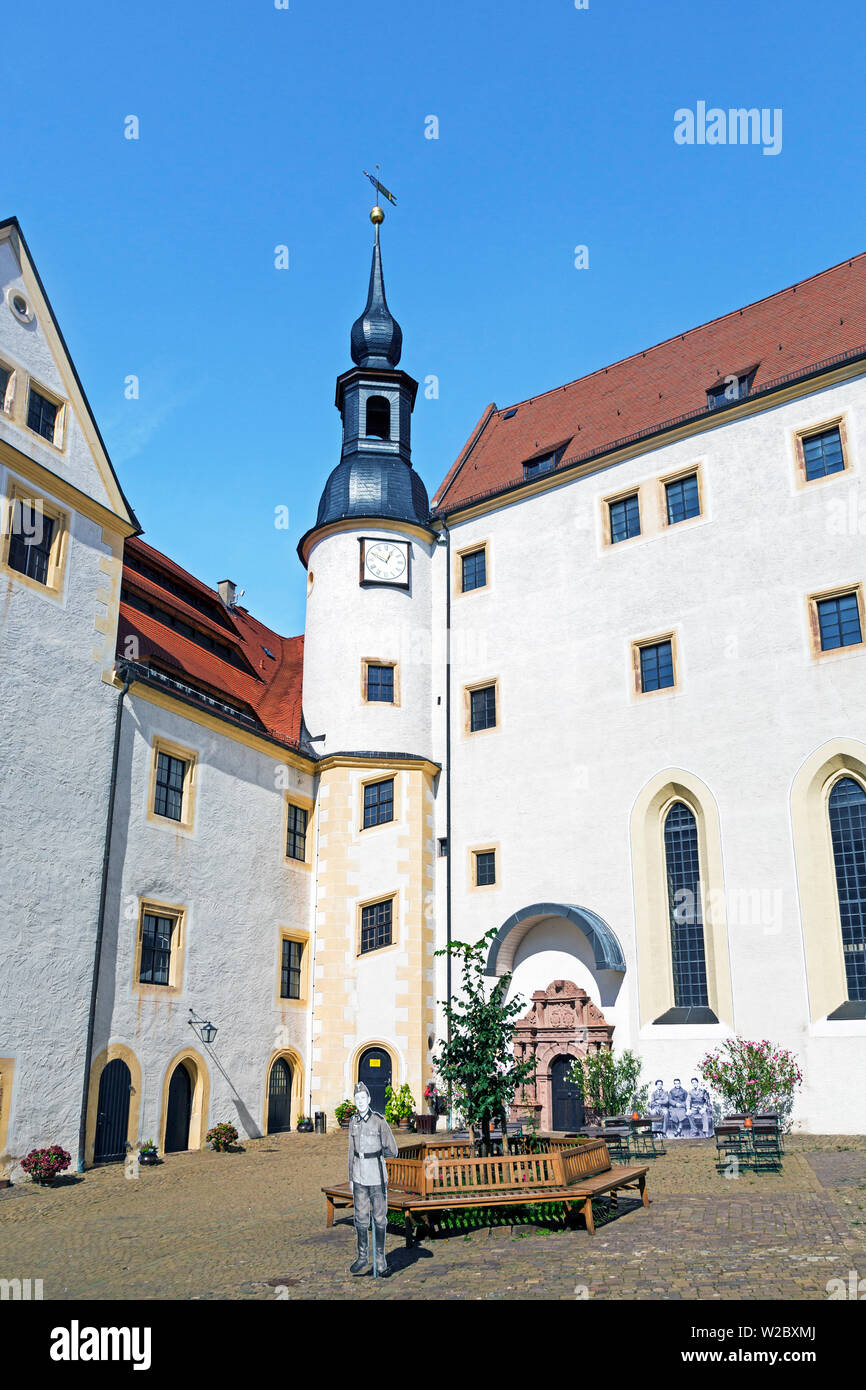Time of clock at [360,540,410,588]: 12:49
